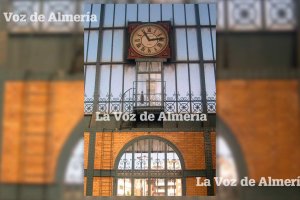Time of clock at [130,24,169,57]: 11:13
